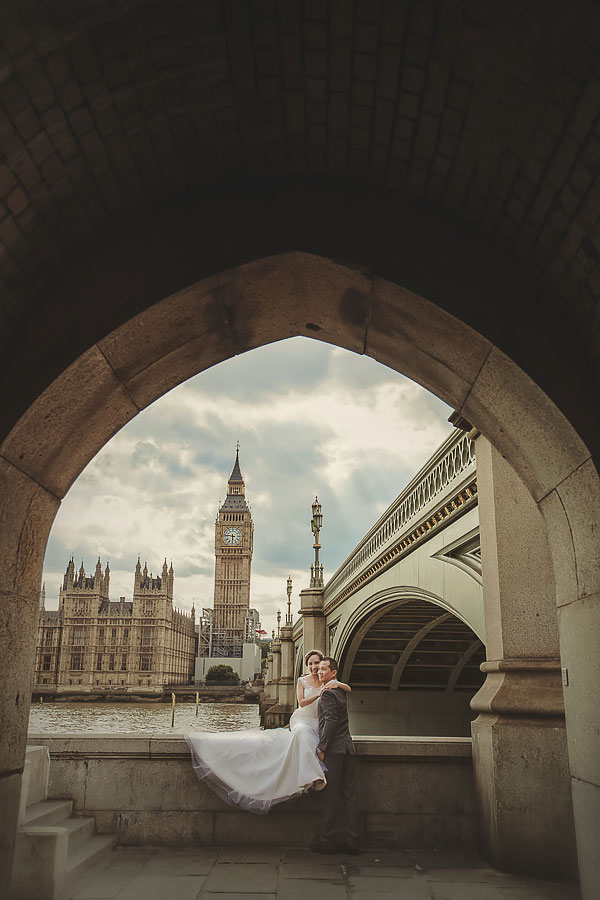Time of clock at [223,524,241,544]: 5:46
